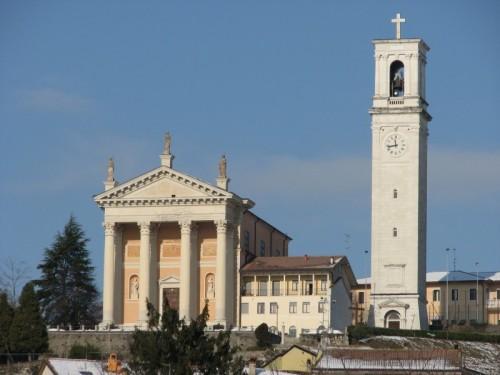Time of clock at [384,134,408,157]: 11:43
